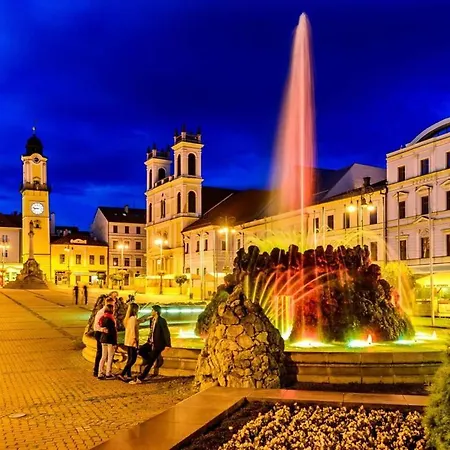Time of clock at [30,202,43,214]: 8:47
